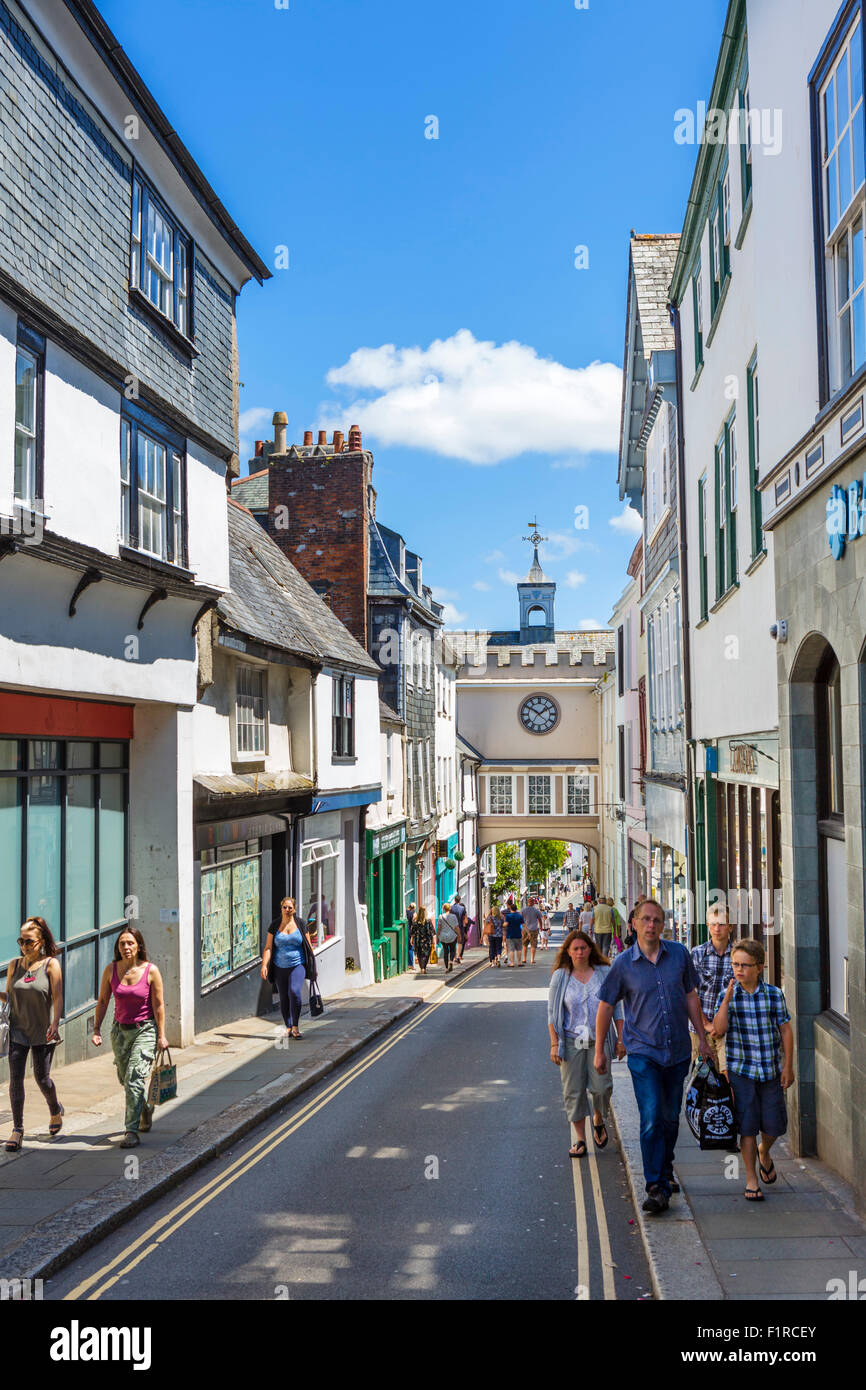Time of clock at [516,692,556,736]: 1:50
